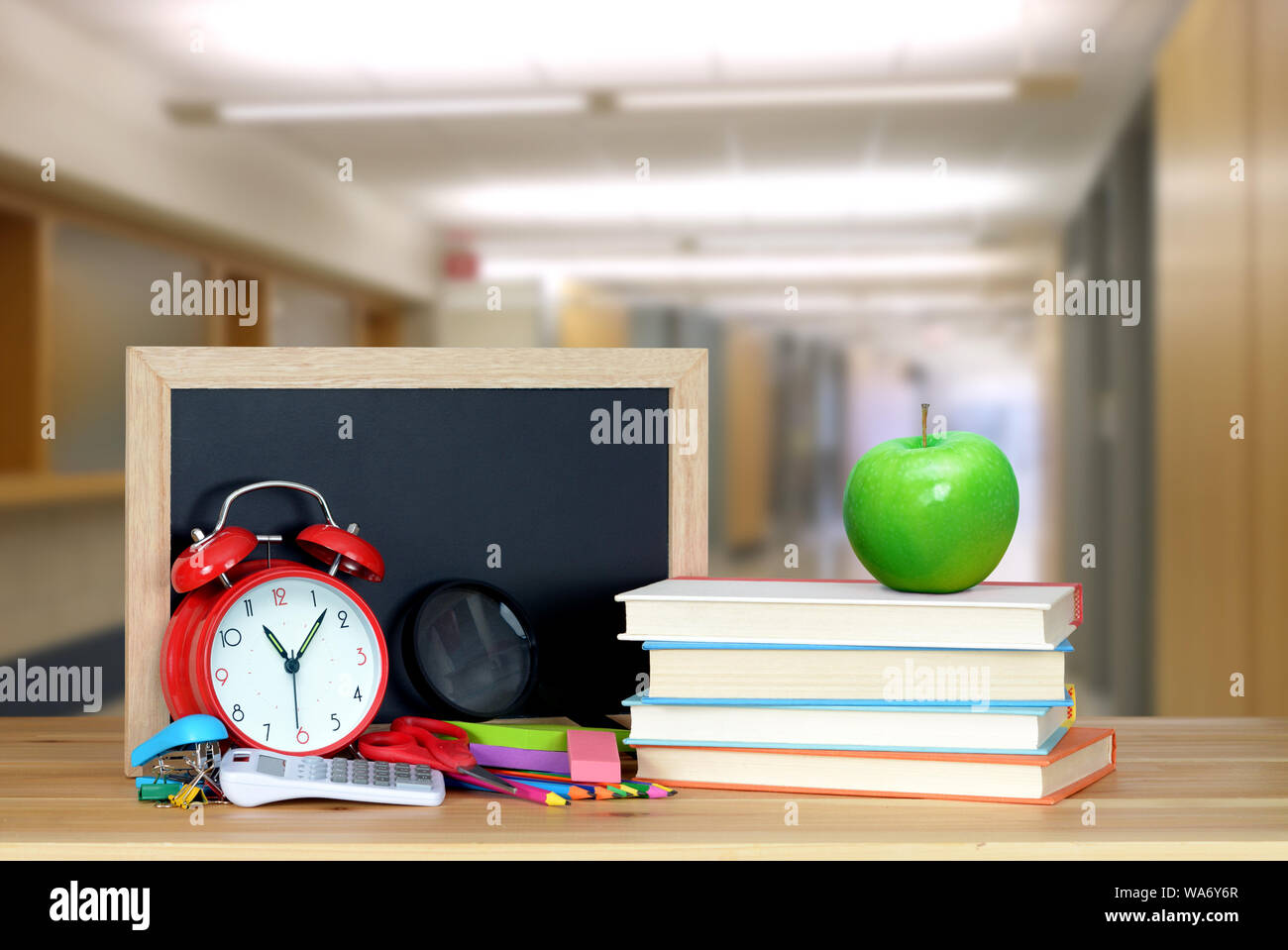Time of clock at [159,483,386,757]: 11:07
